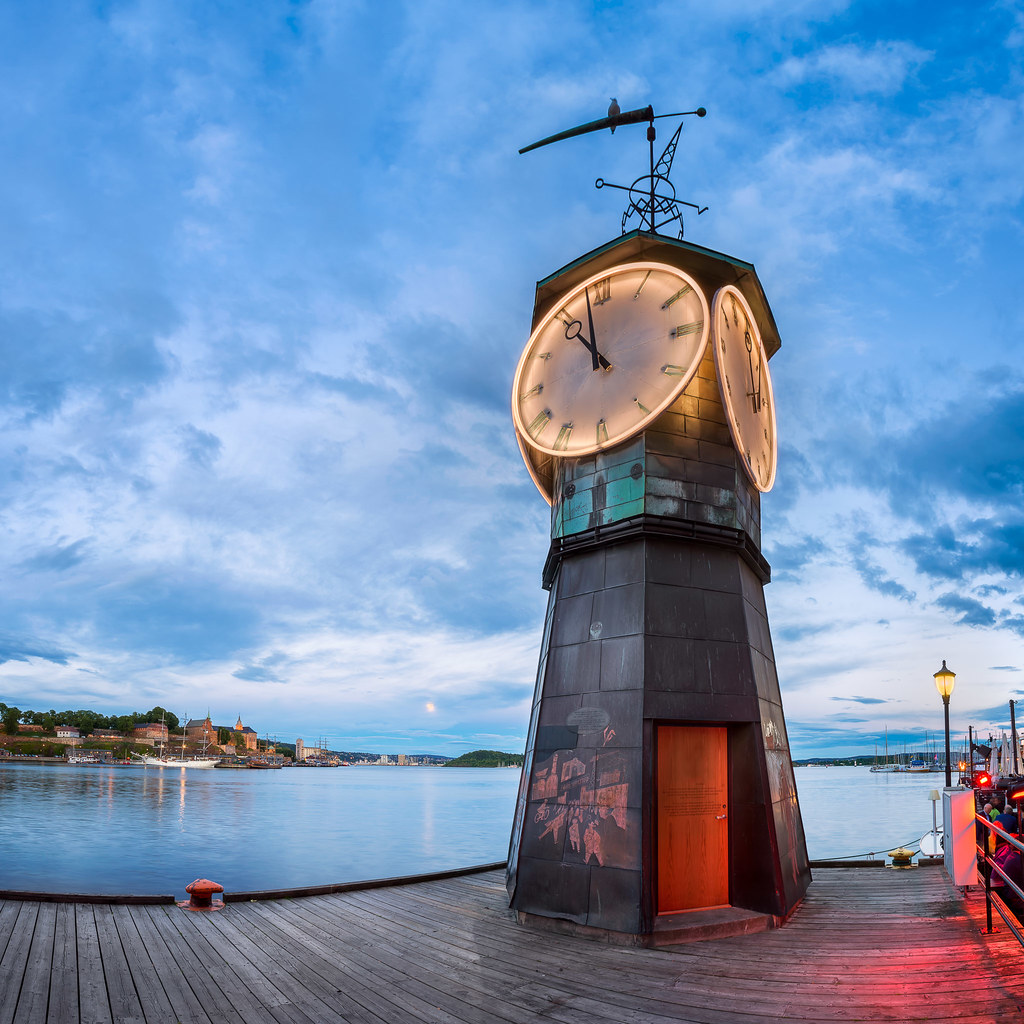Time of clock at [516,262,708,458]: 10:58
